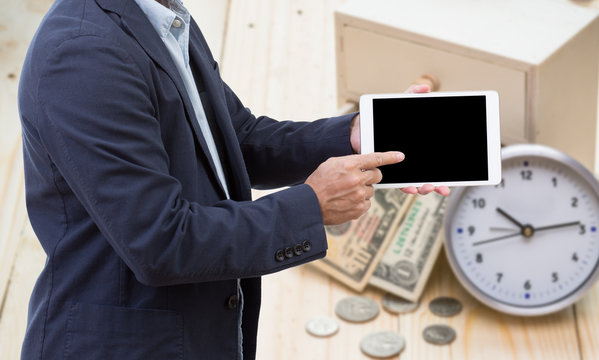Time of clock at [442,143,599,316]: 10:13
